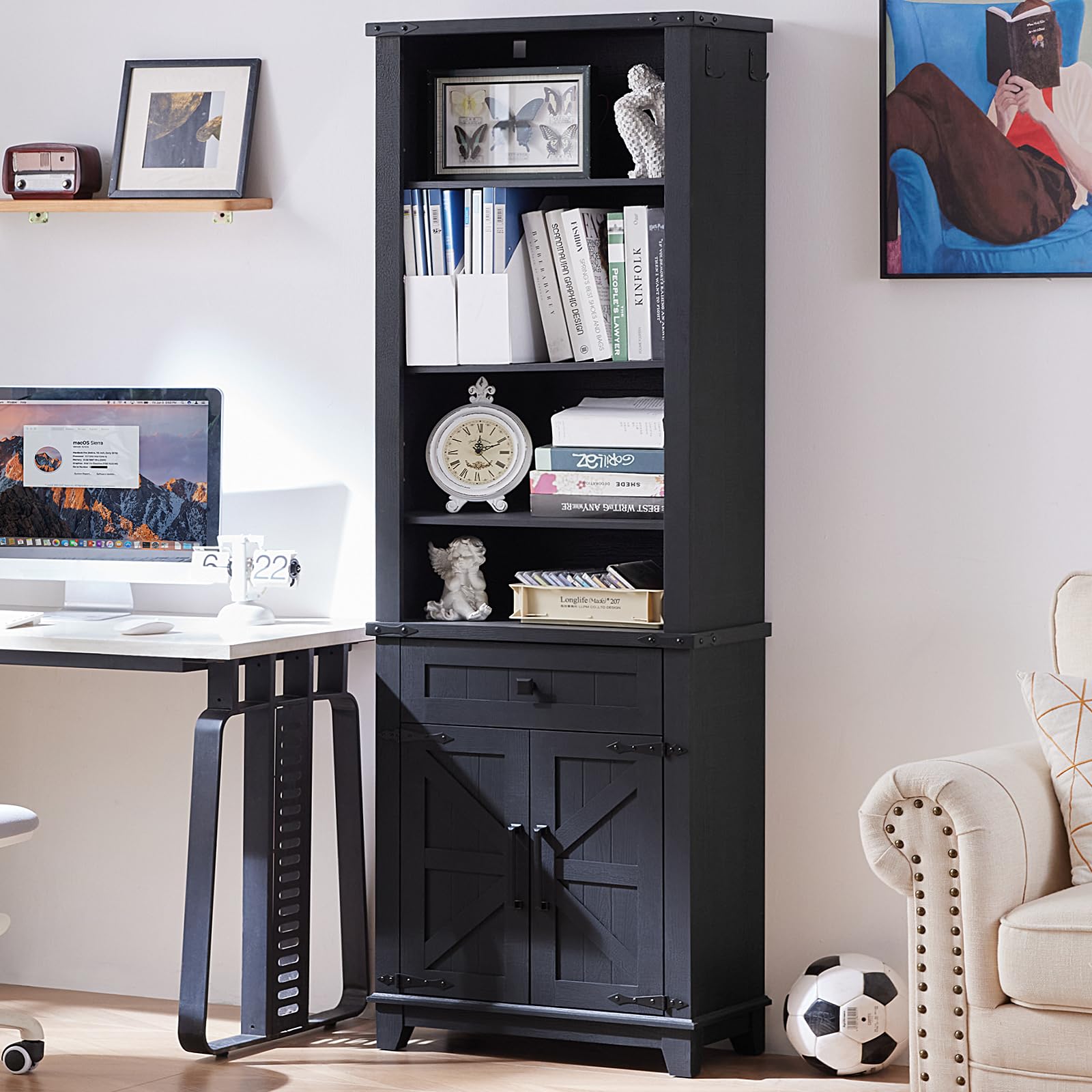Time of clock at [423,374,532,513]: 12:10
